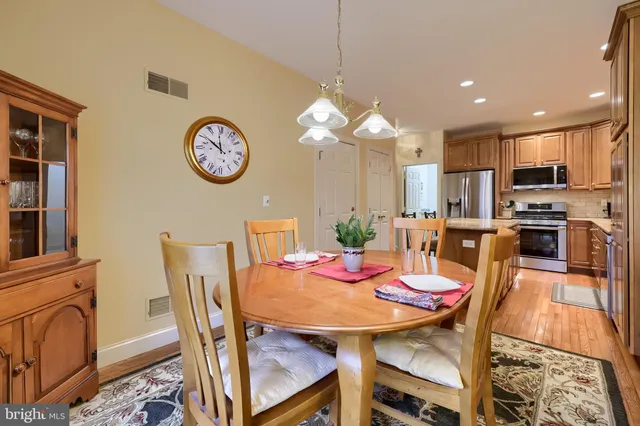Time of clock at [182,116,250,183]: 11:50
